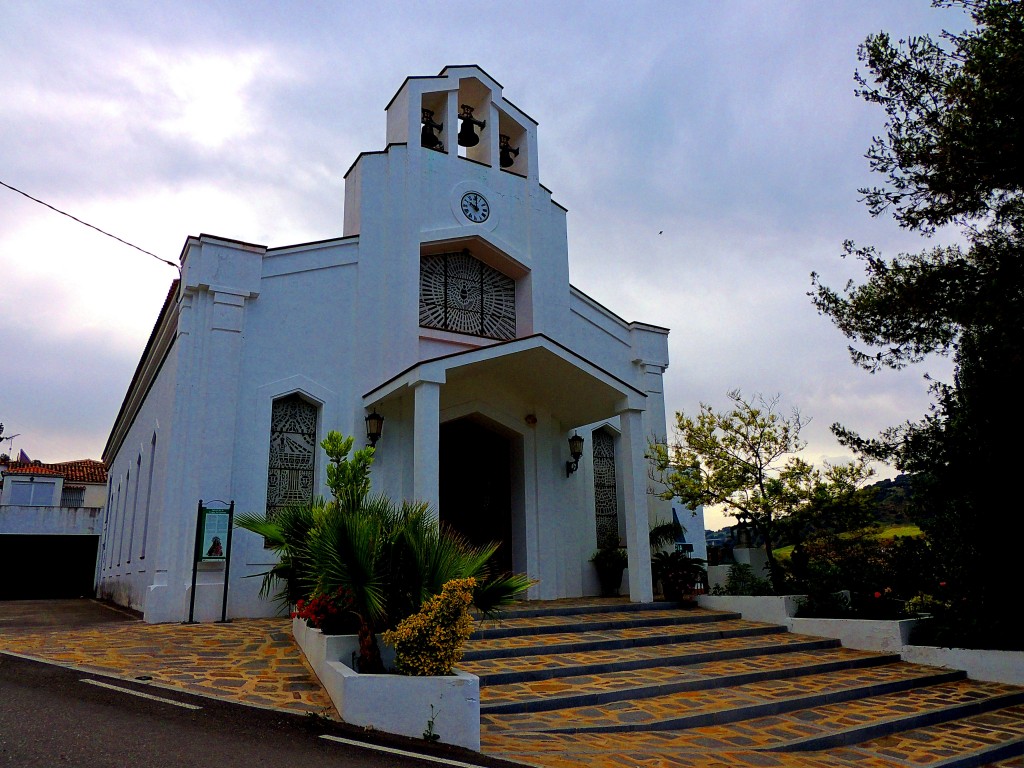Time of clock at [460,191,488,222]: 10:00
